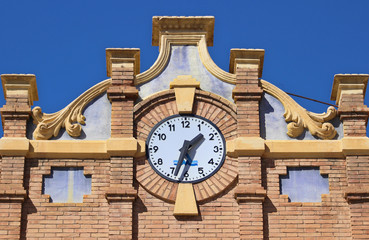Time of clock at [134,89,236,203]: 1:33
